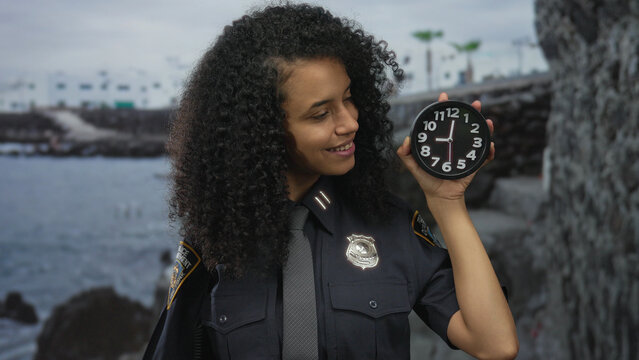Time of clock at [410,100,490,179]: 9:00
